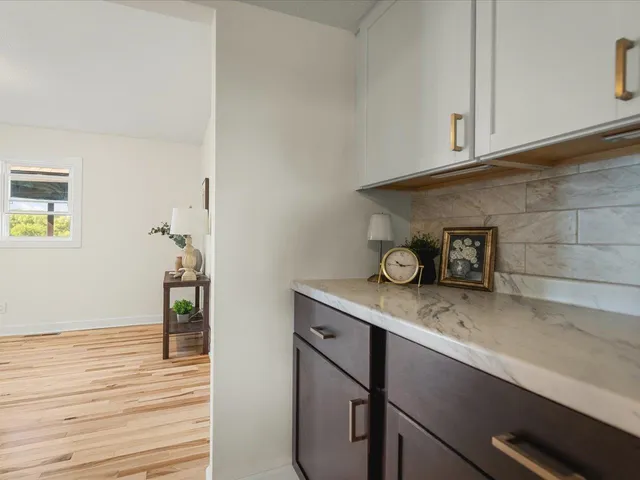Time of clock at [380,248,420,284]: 10:14
